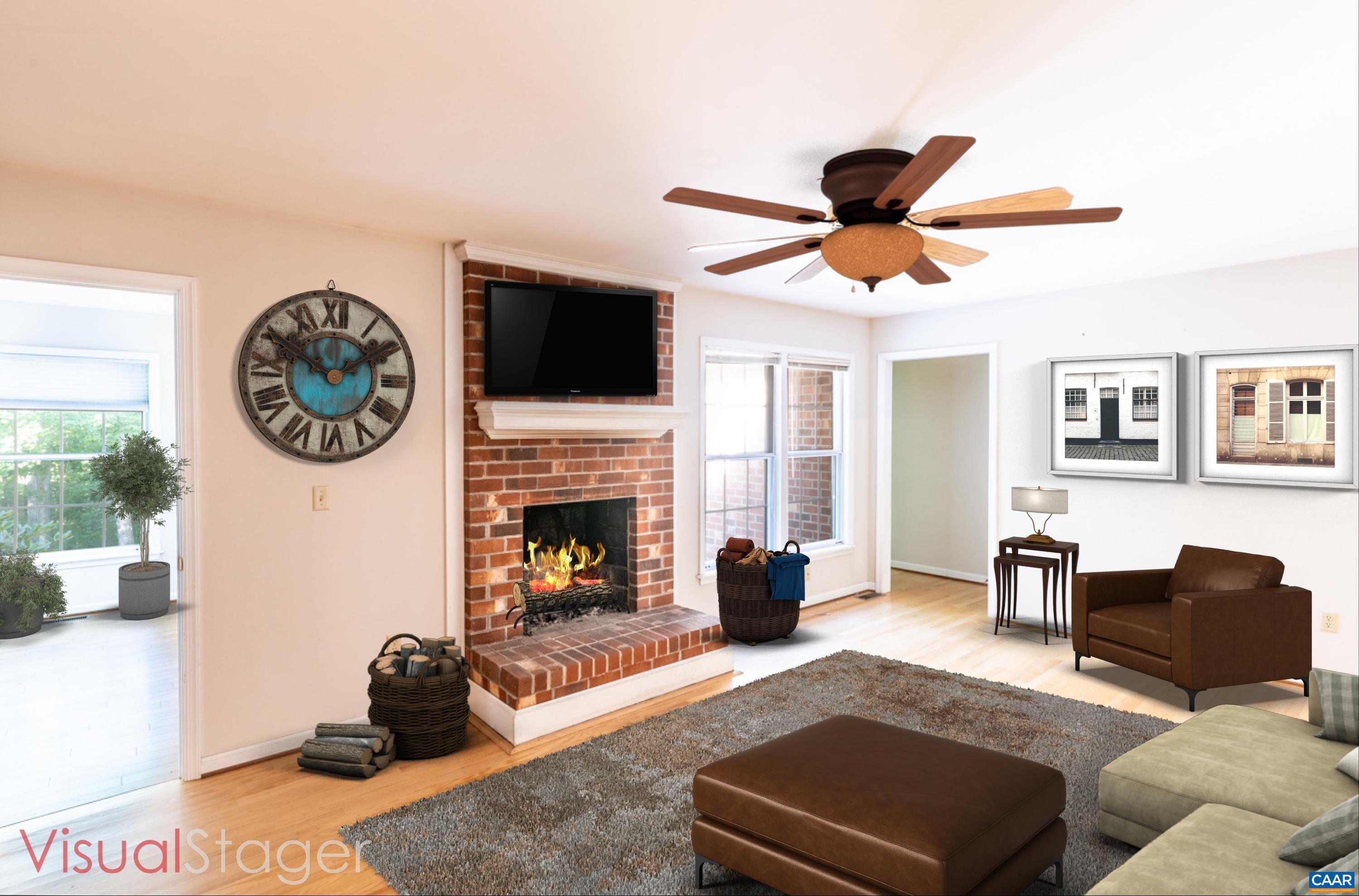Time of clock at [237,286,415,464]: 1:50
